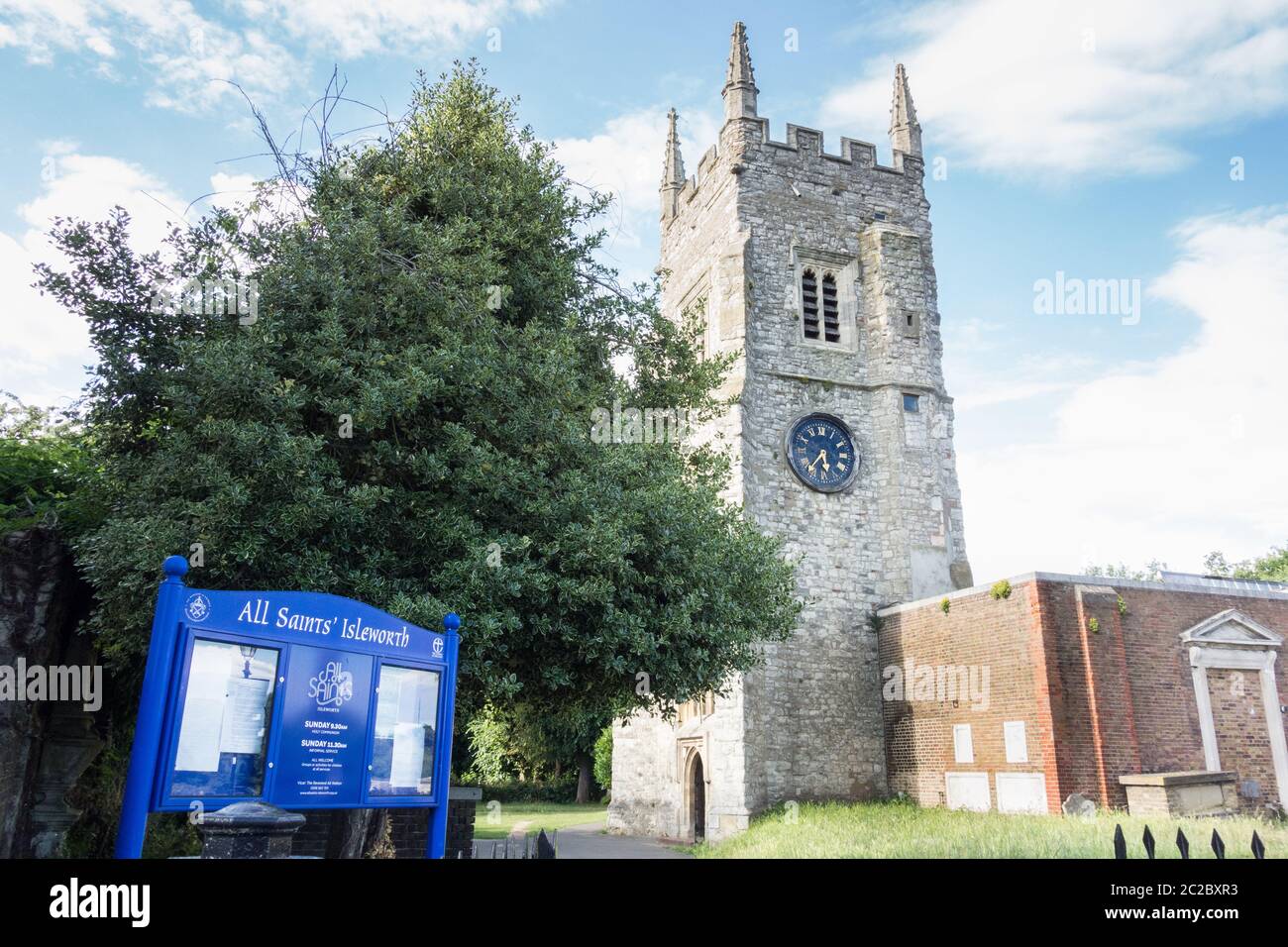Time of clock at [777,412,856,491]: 5:36
